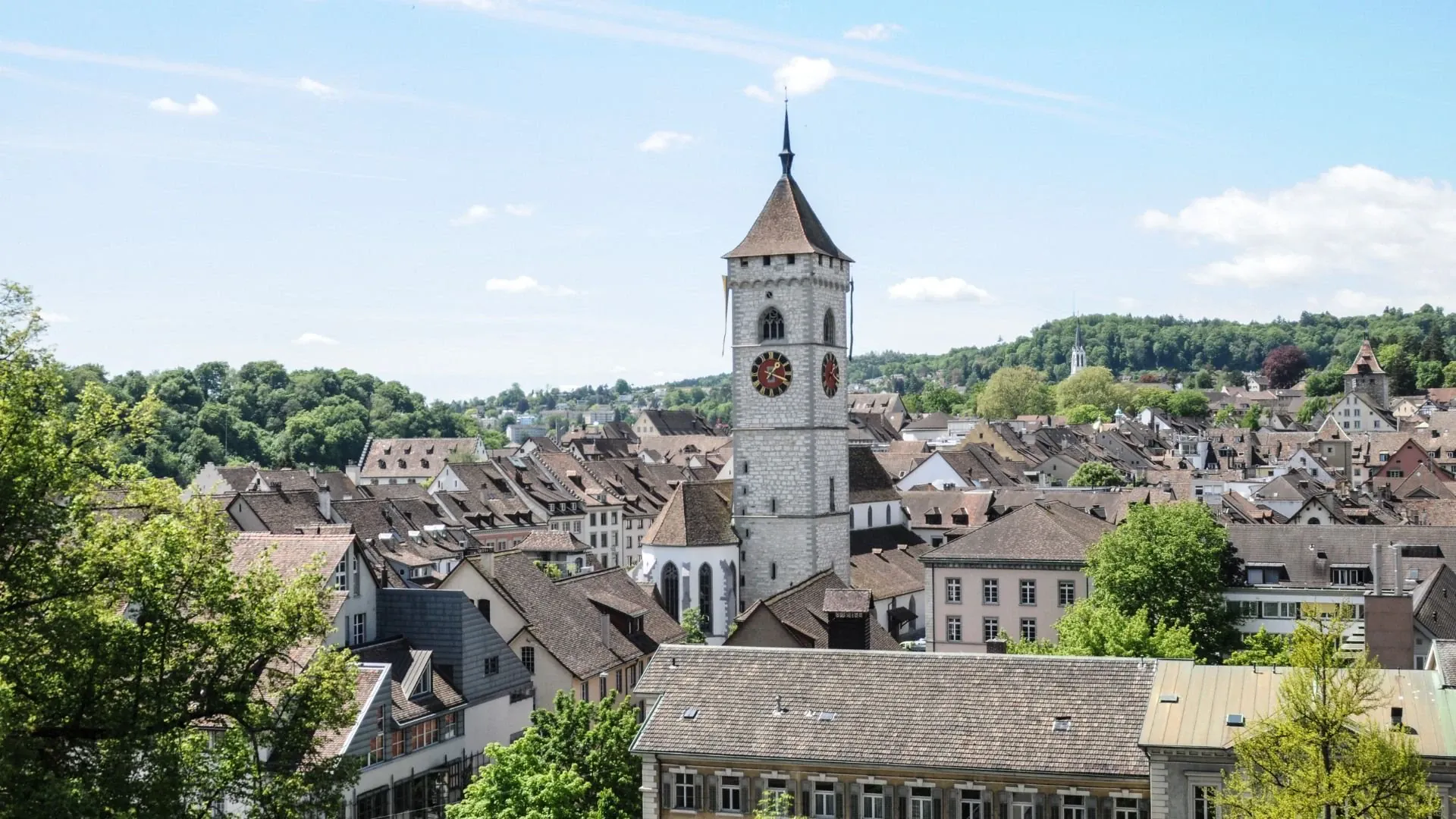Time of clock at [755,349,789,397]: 1:18
